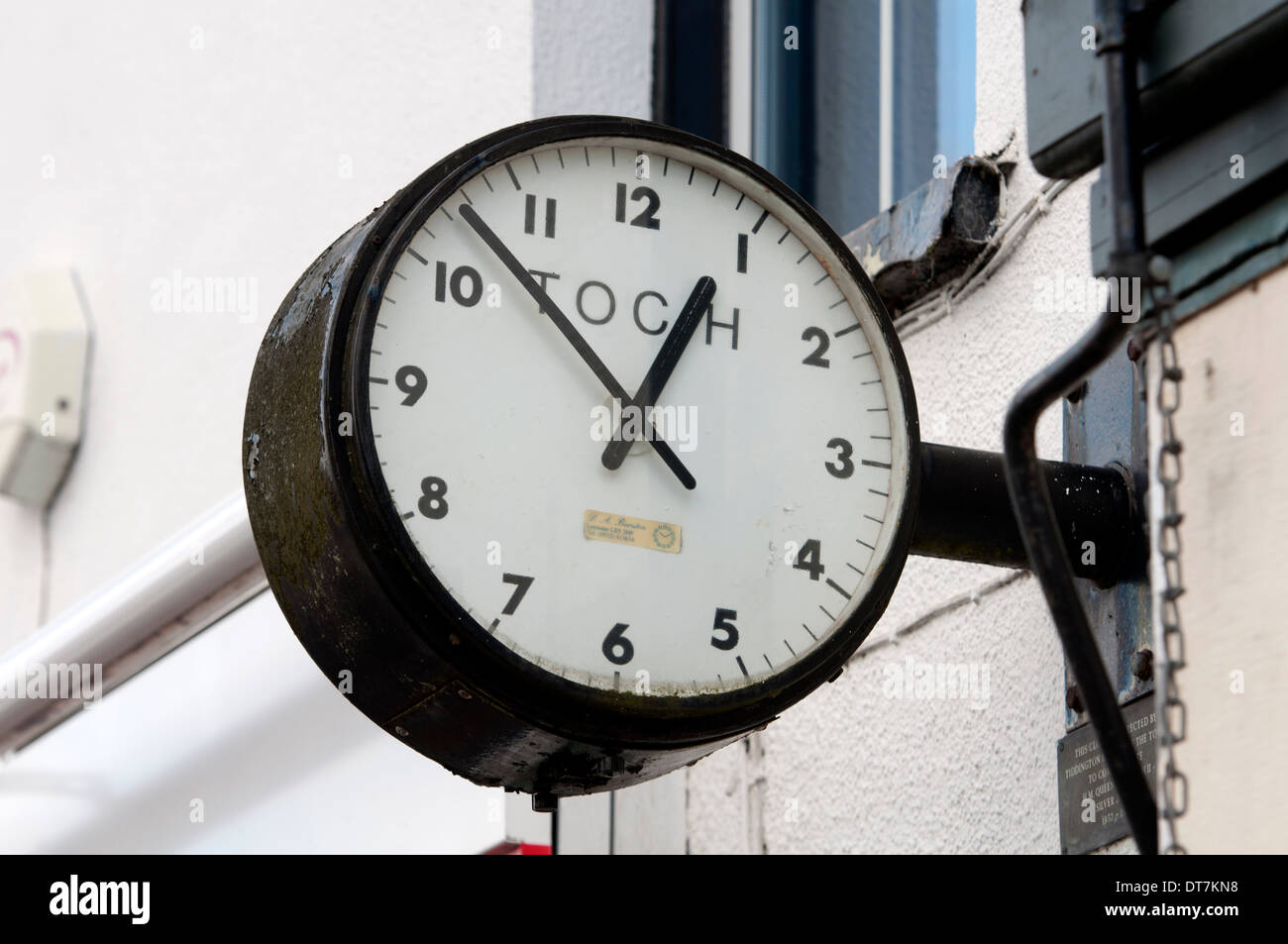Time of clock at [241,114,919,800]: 12:52
